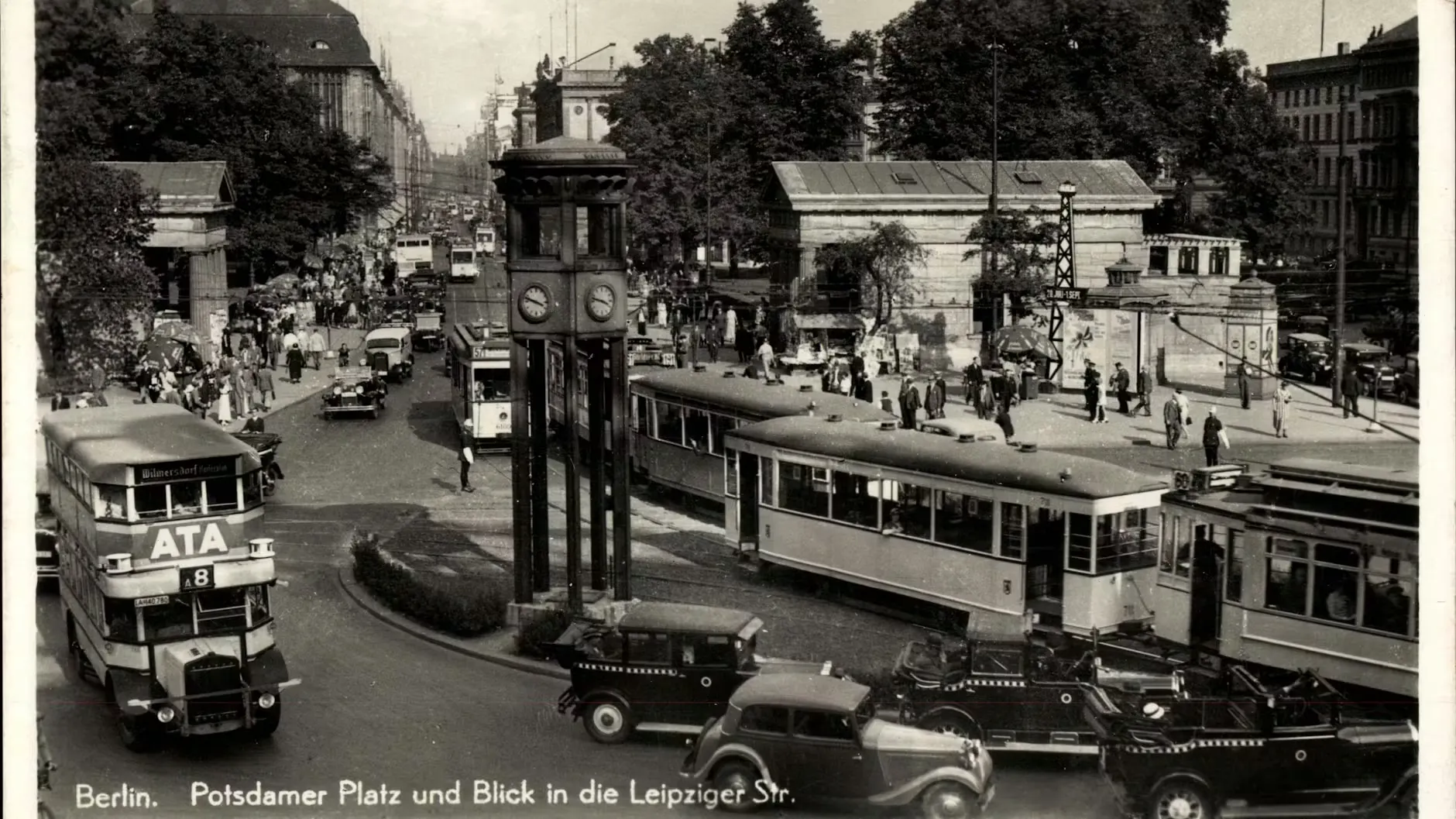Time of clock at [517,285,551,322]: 3:47
